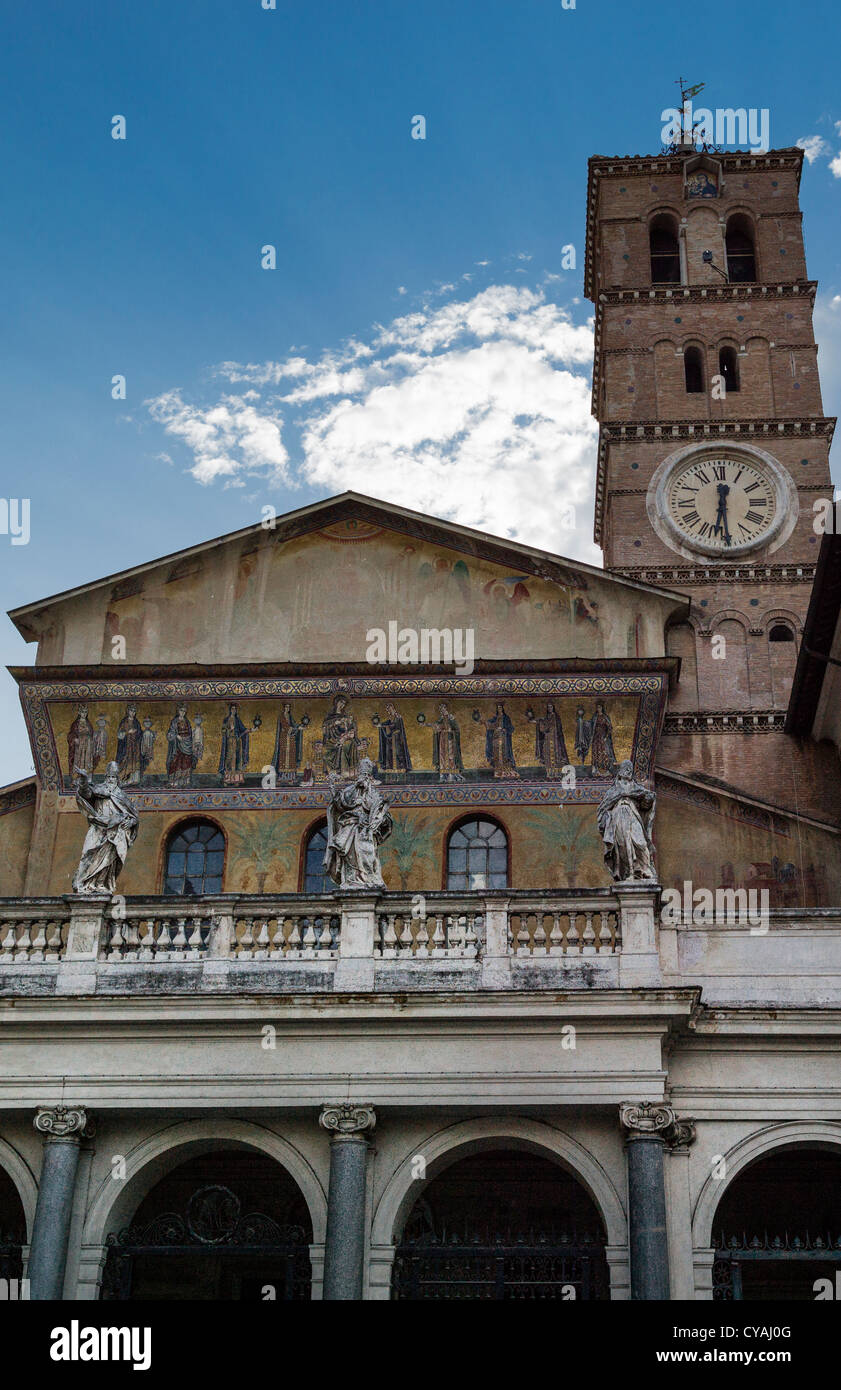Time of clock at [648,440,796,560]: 6:29
